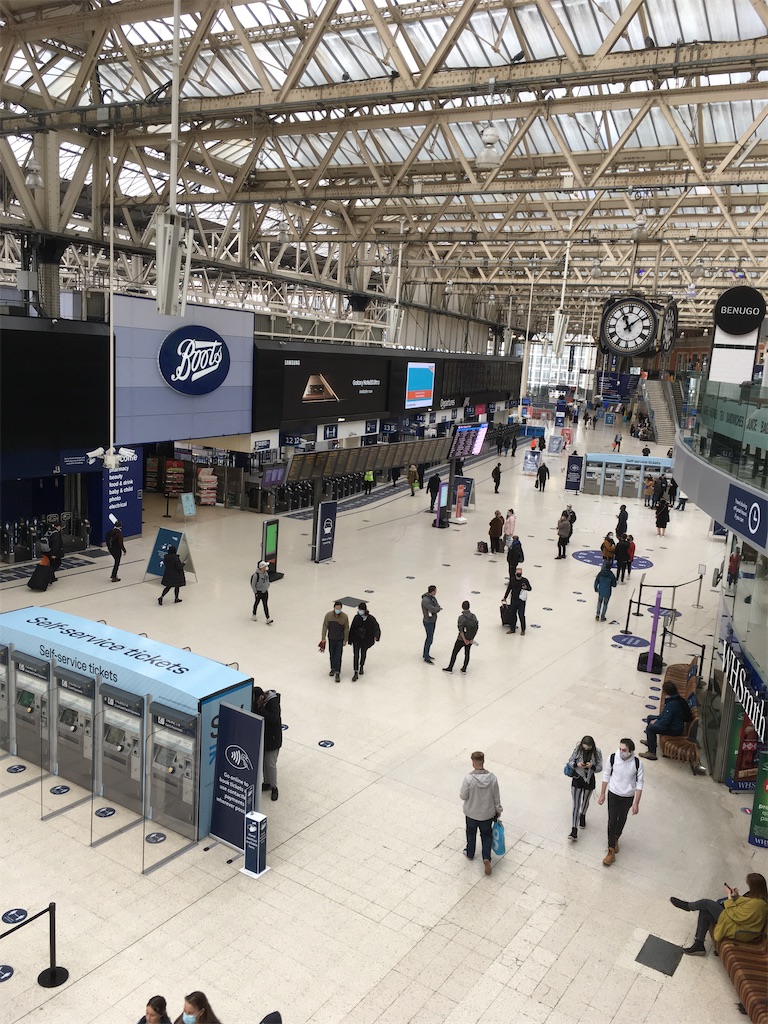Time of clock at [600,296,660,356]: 11:08
